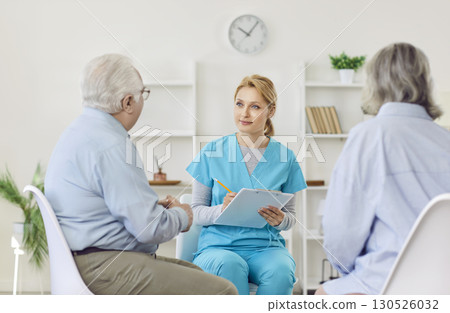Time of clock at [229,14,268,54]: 10:05
